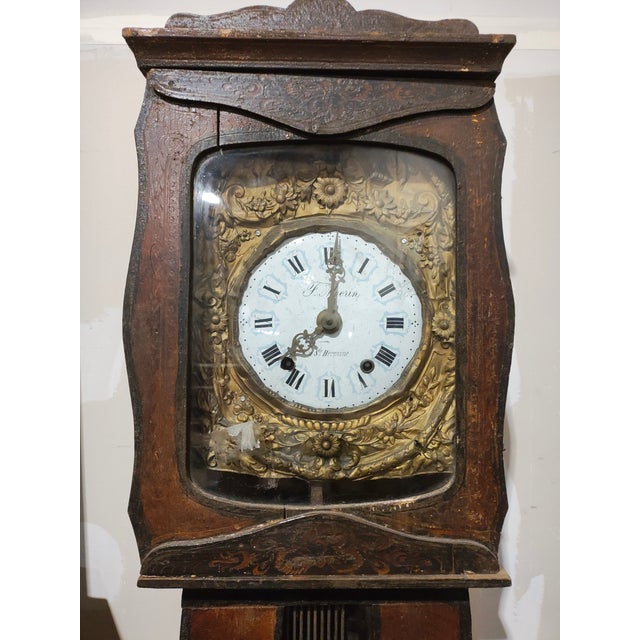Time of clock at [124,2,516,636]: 8:01
